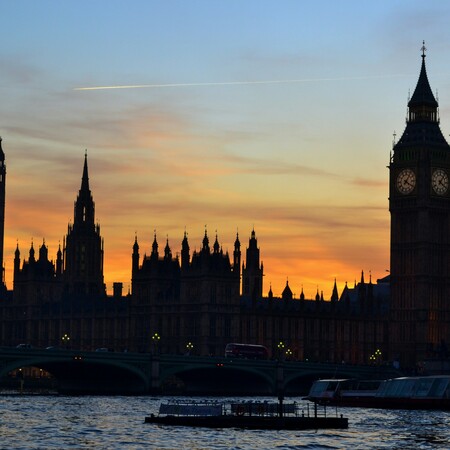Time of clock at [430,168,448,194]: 4:06
